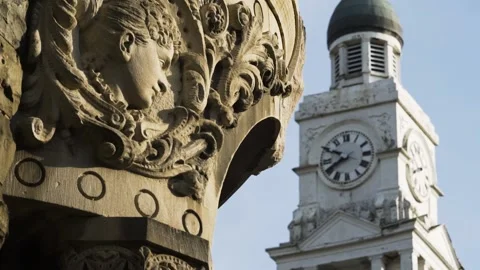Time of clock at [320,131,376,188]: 7:49
